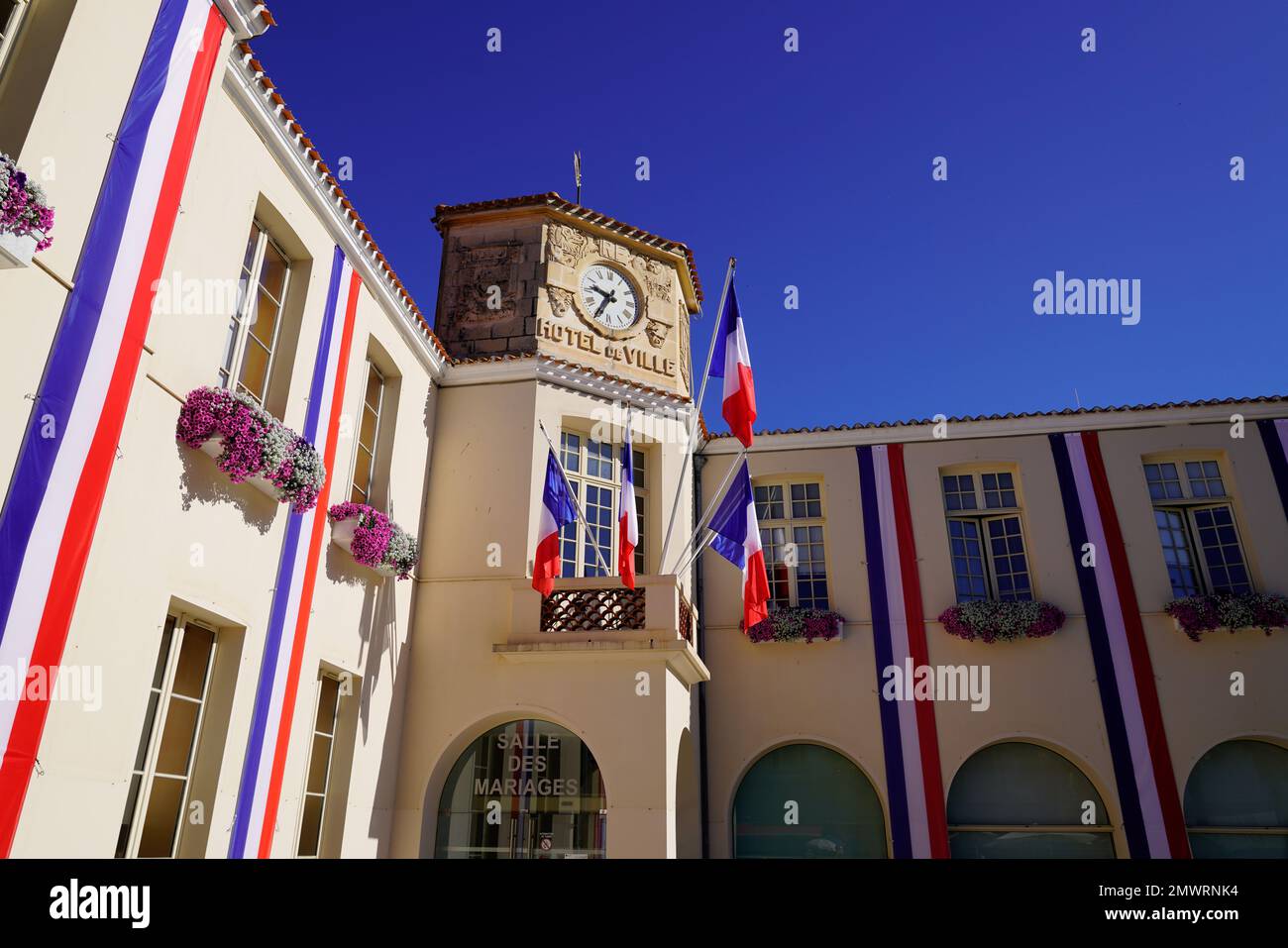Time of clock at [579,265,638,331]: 9:35
